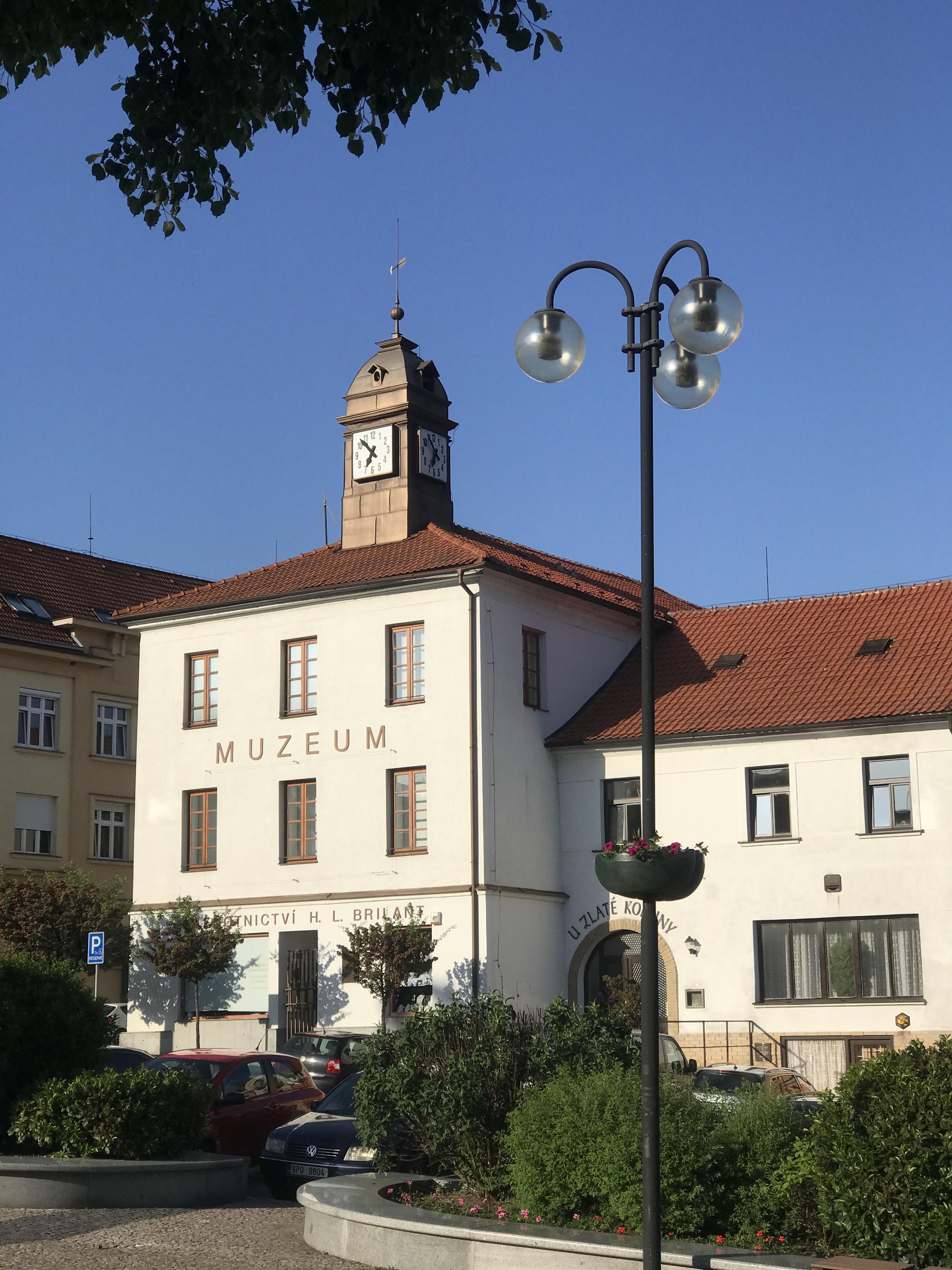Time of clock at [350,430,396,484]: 6:52
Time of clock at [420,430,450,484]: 6:54
